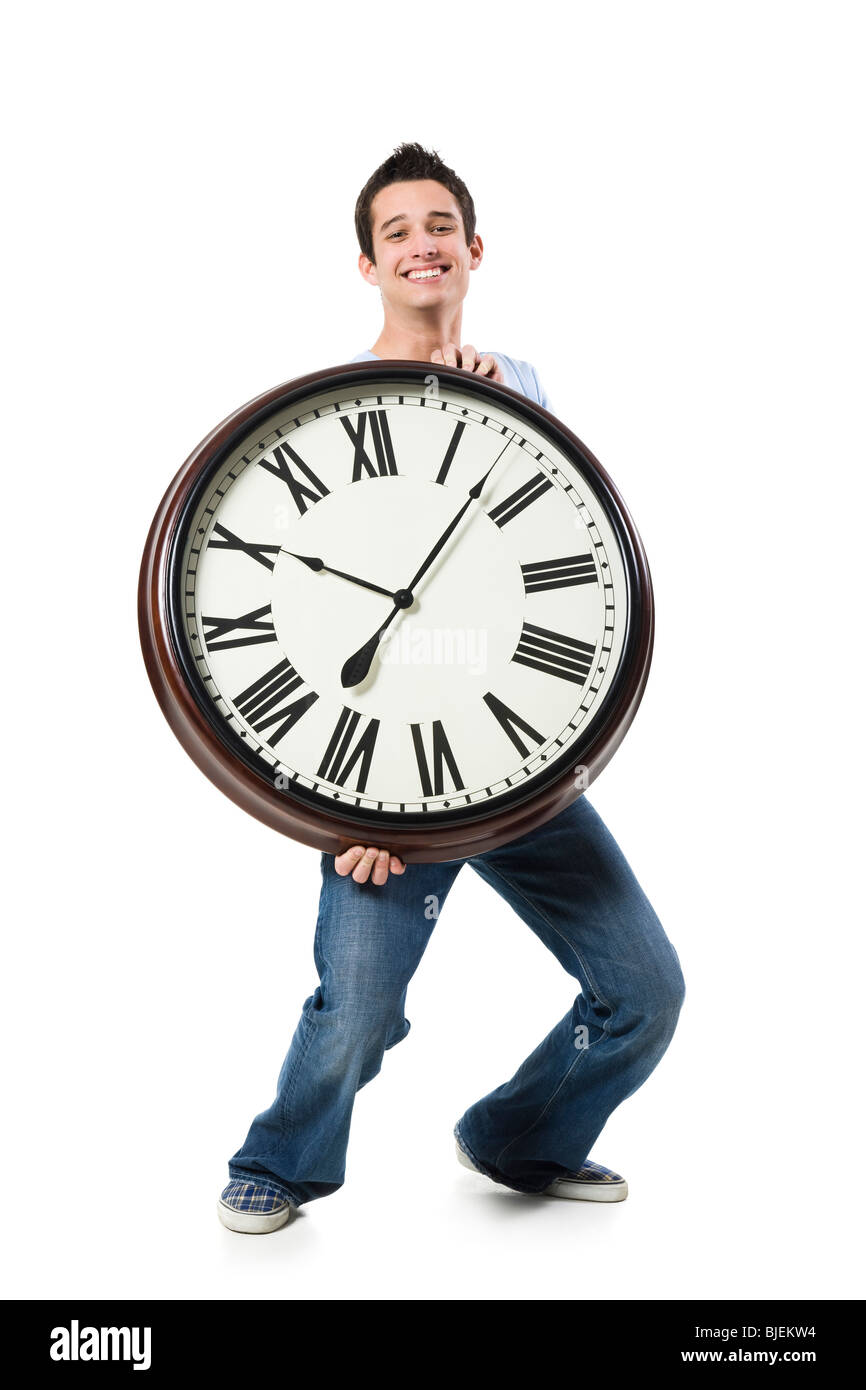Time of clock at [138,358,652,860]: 10:07
